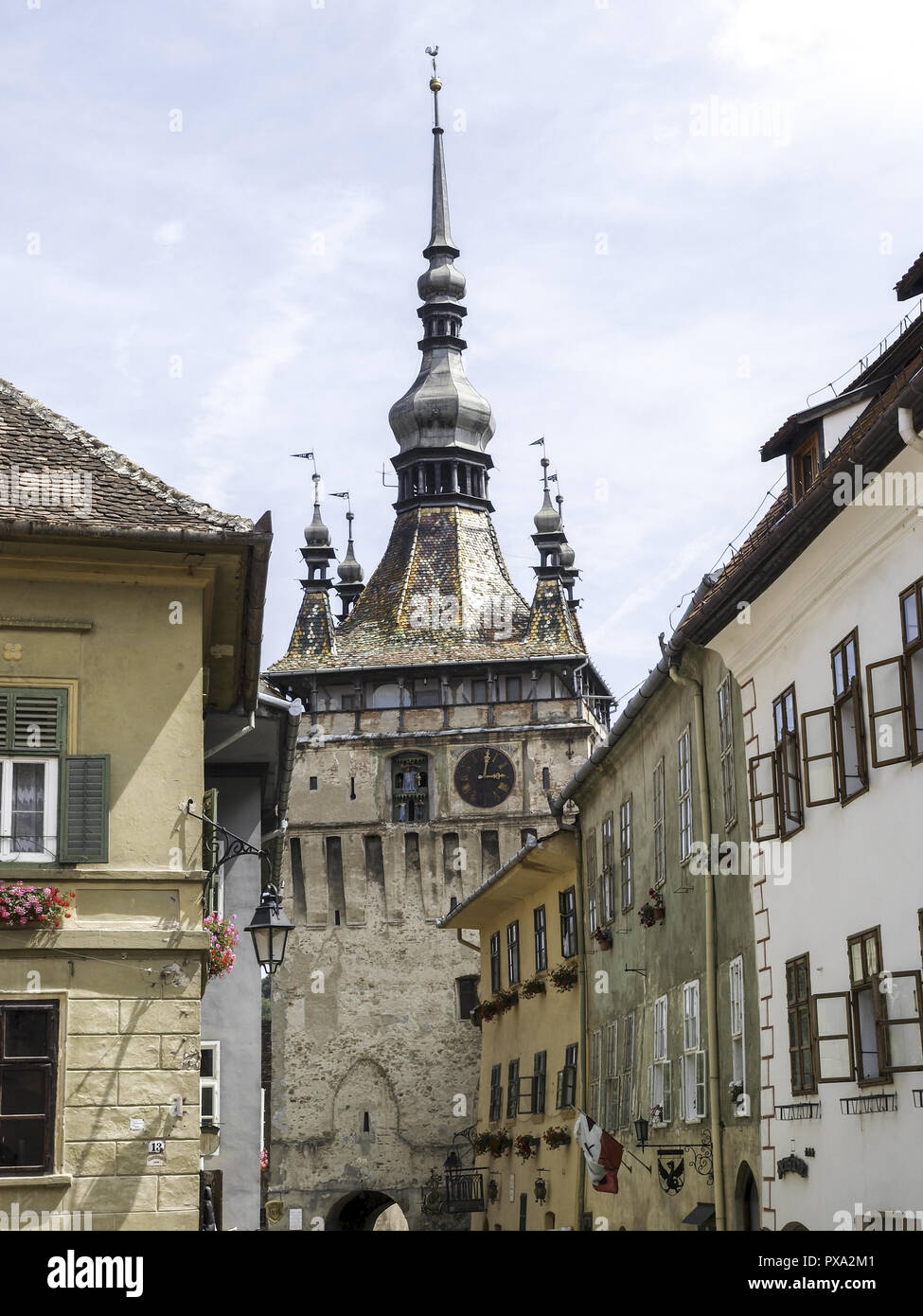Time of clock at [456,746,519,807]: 3:01
